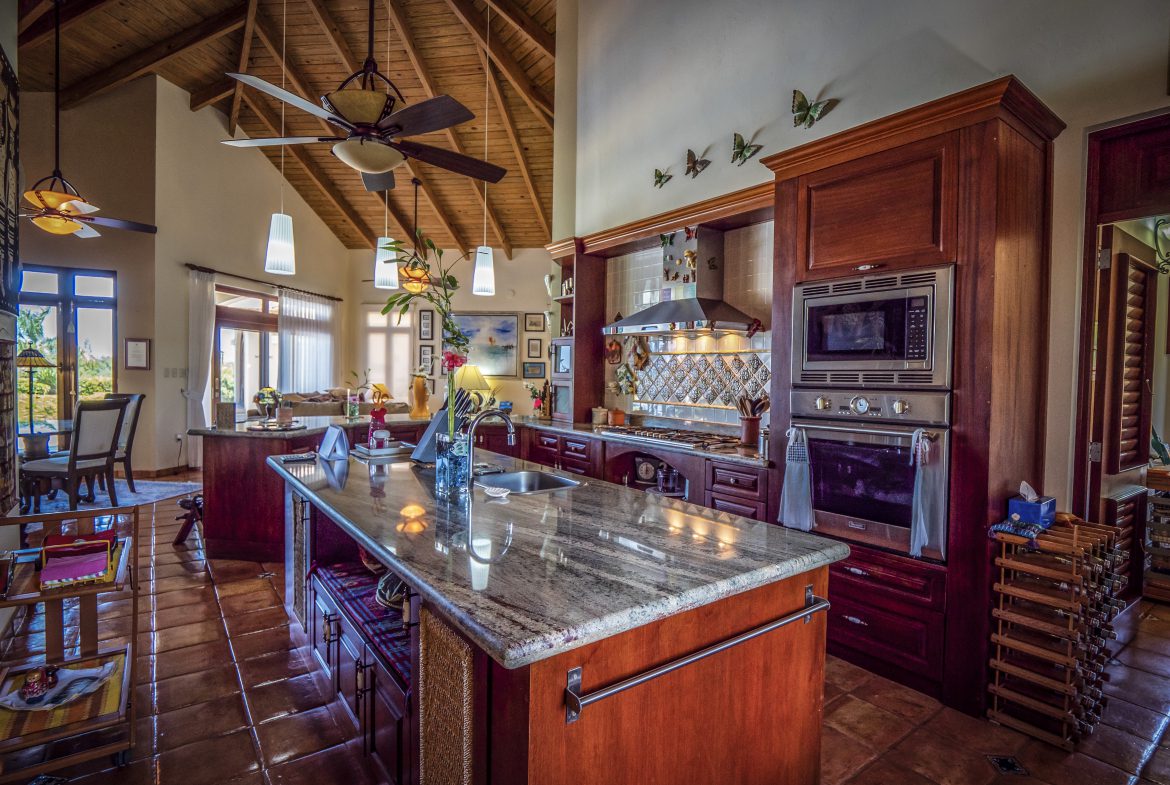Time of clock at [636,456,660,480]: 5:59
